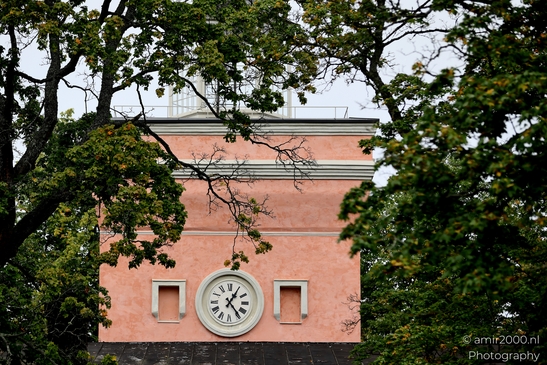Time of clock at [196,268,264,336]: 1:23
